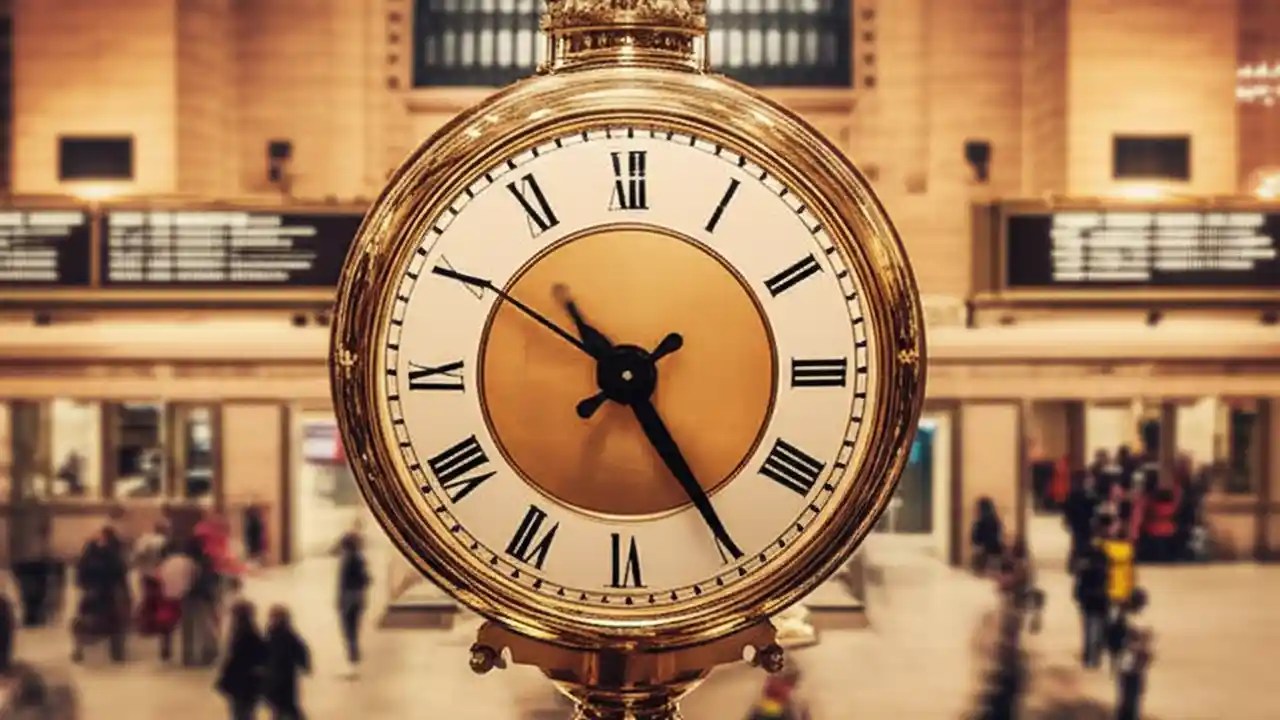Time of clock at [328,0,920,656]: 10:24
